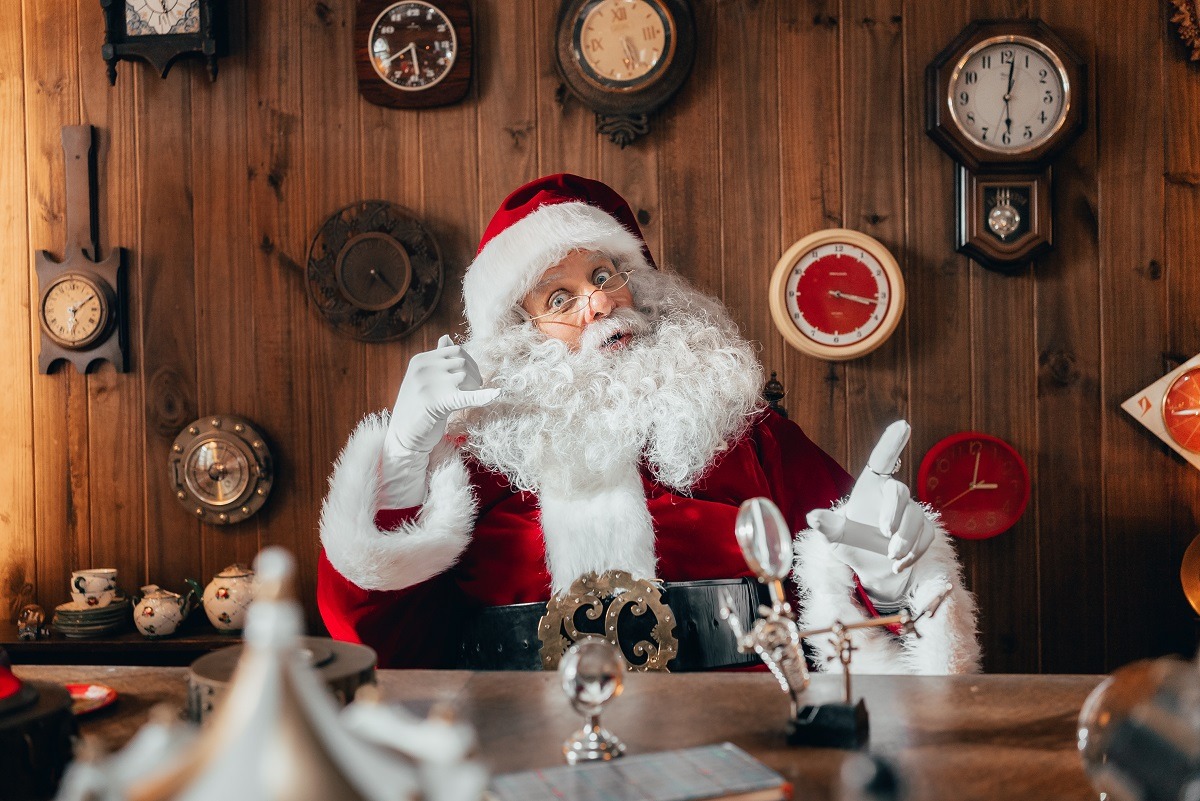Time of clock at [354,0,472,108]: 5:40
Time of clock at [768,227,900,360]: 3:17
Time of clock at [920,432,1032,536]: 3:01
